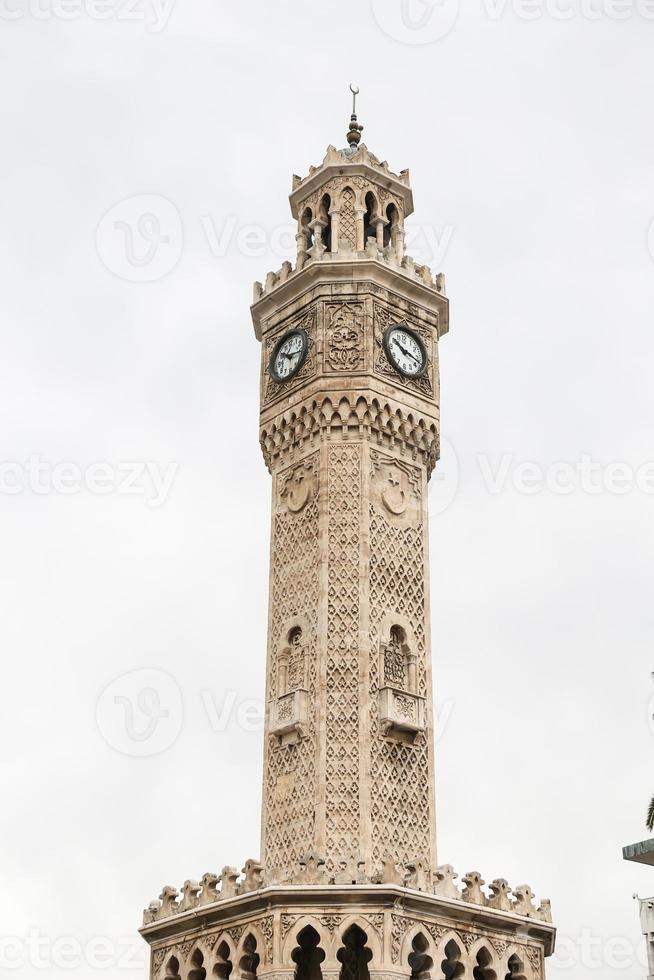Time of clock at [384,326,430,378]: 10:17
